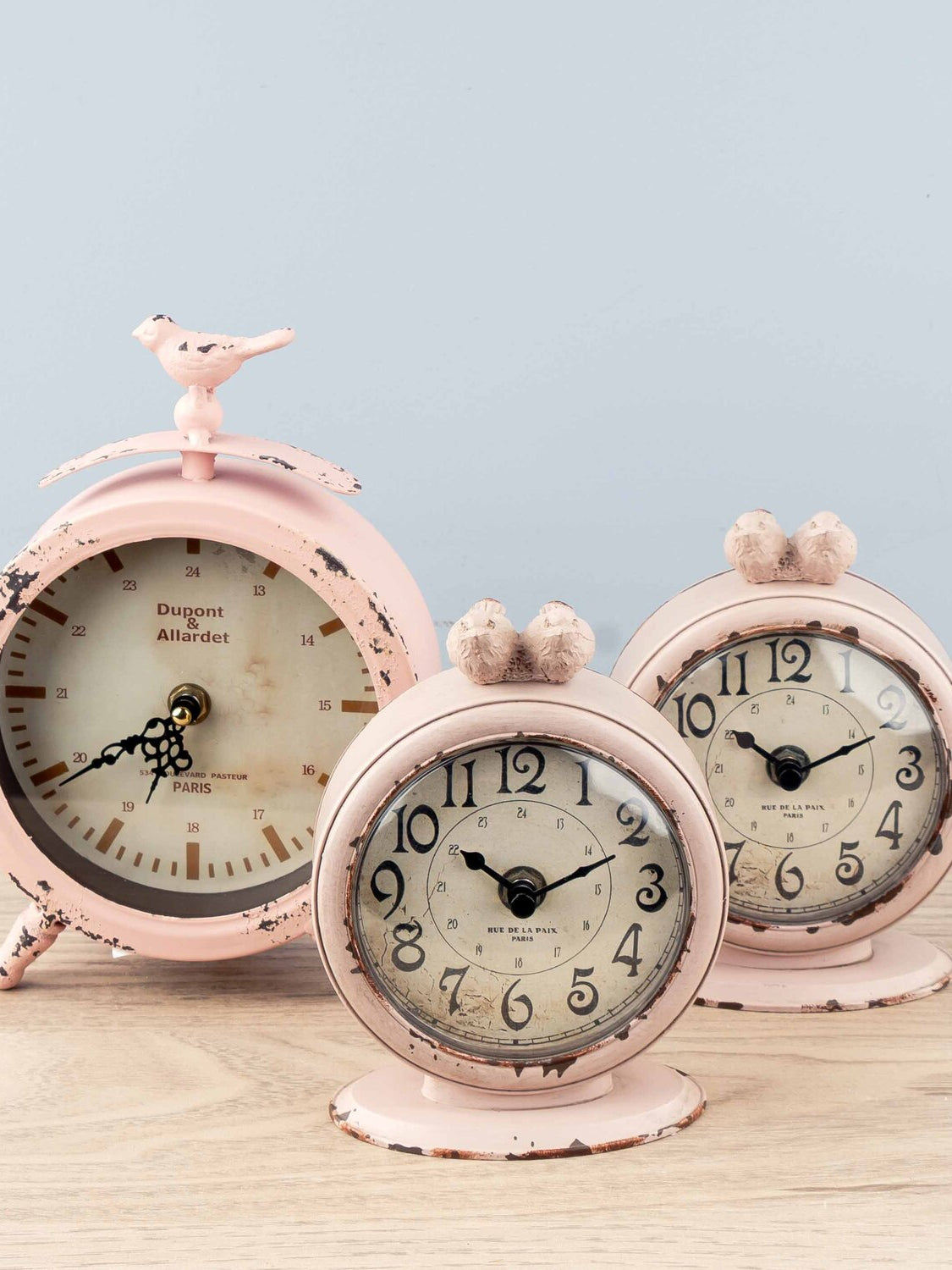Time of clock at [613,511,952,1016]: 10:11
